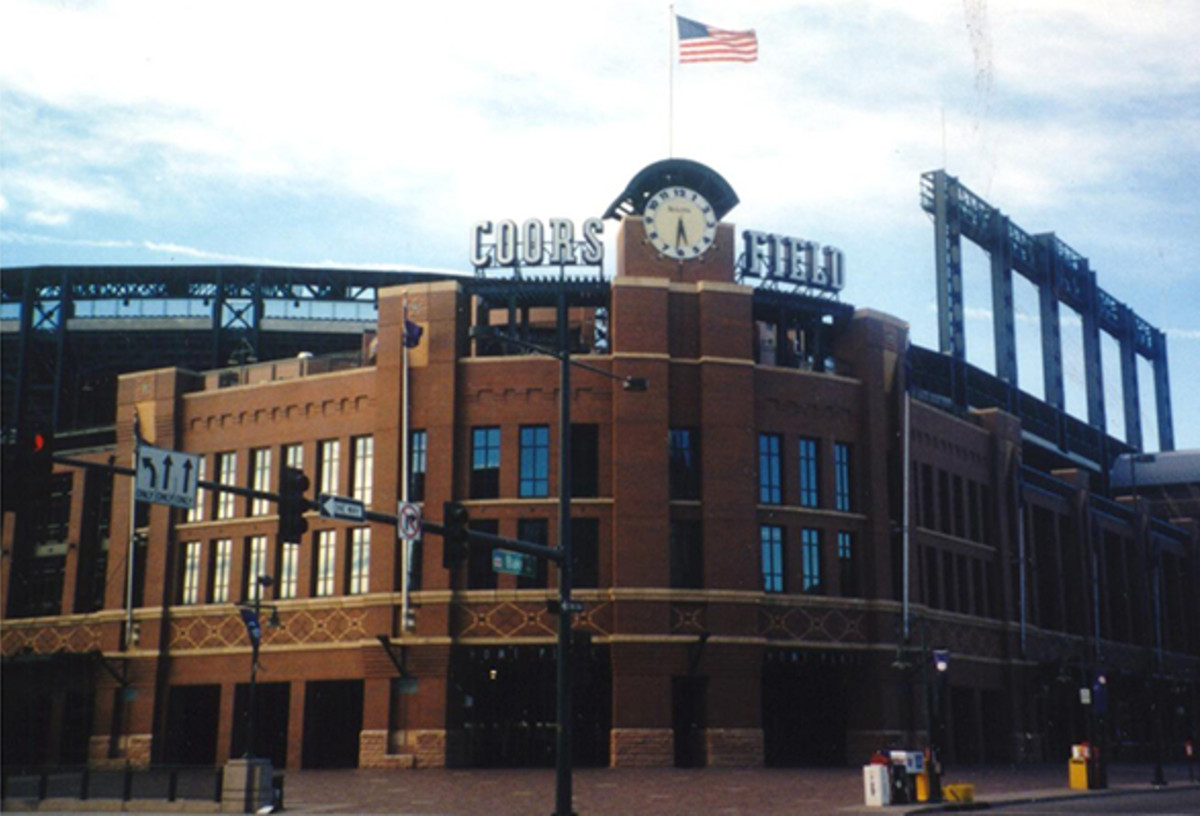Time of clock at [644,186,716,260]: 5:31
